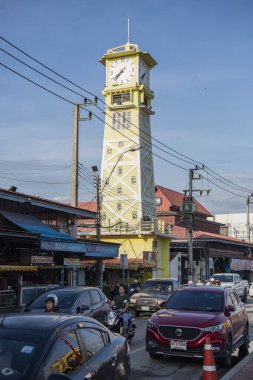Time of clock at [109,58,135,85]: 7:37
